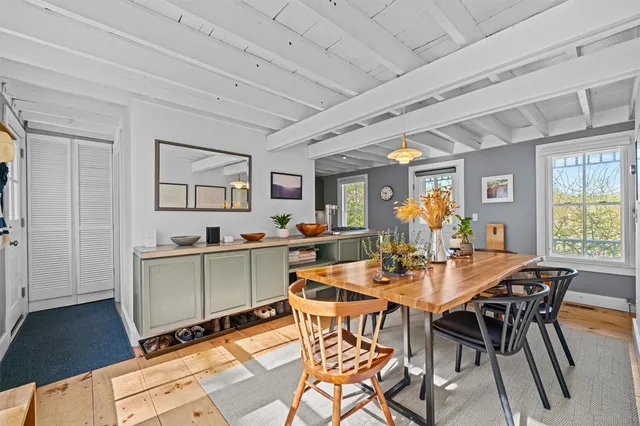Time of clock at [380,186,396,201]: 9:32
